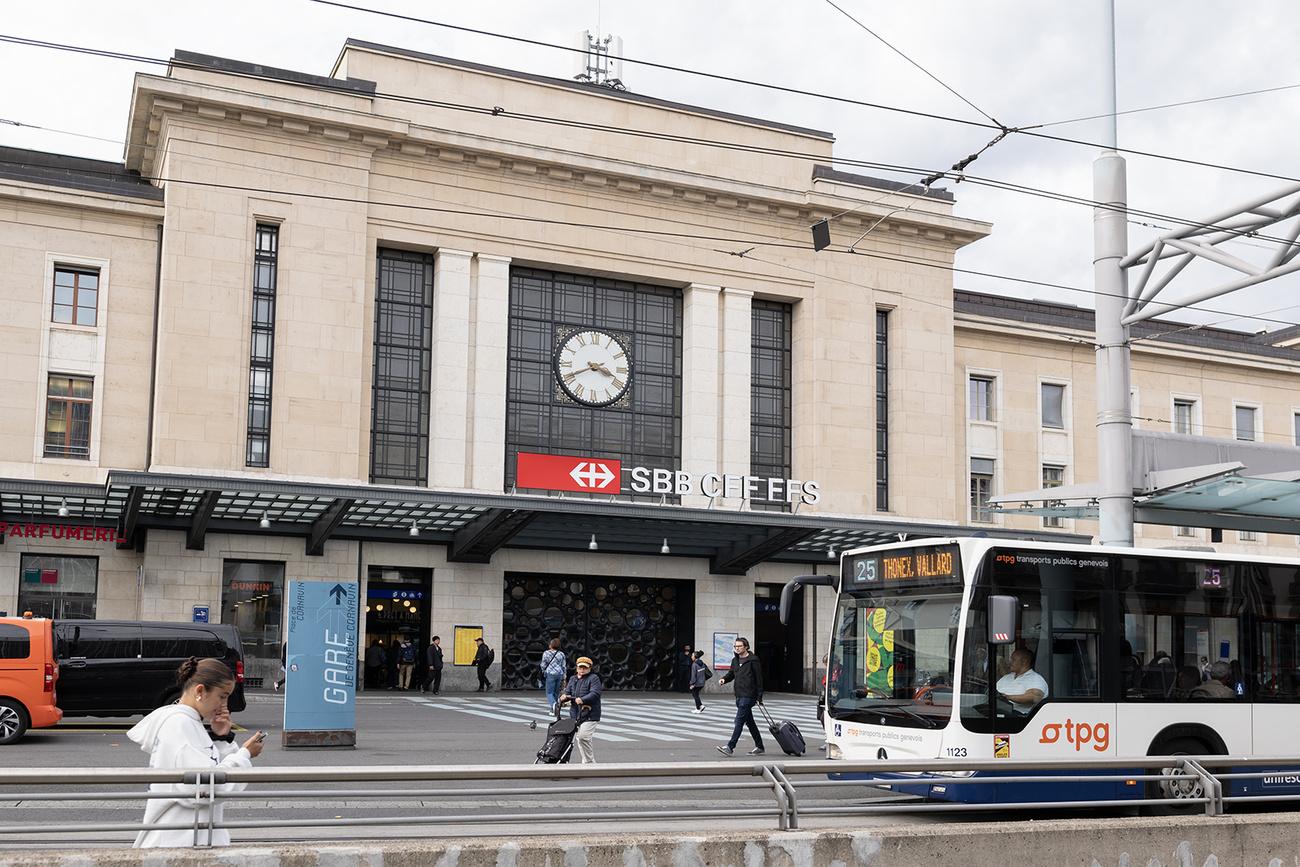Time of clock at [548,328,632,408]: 3:40
